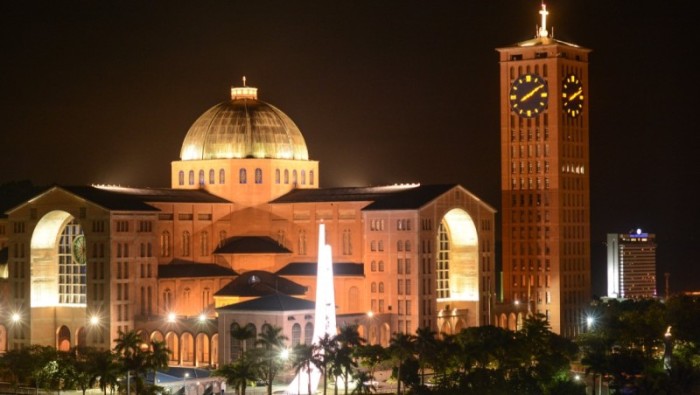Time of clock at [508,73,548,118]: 8:09
